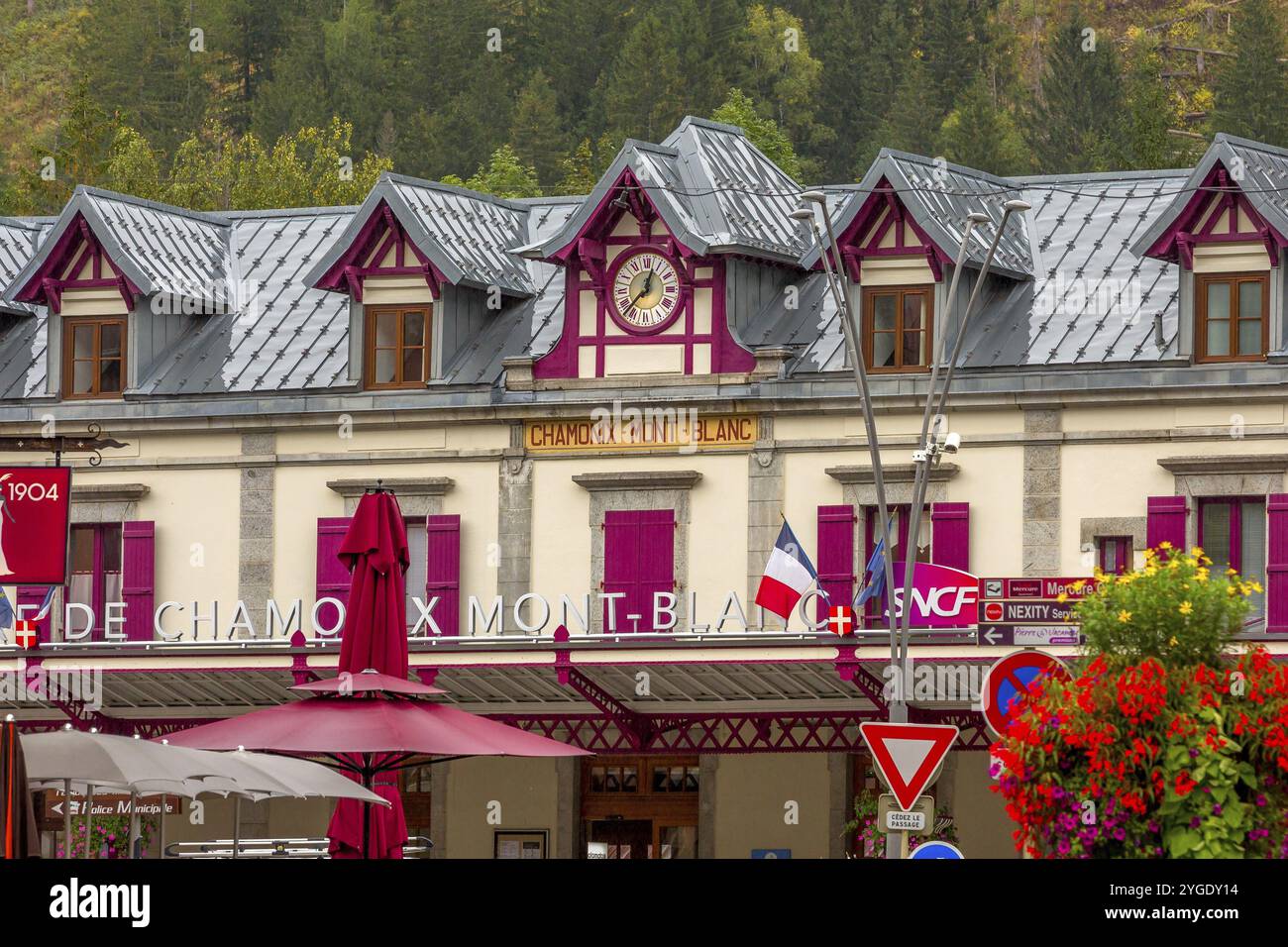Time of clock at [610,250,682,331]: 12:37
